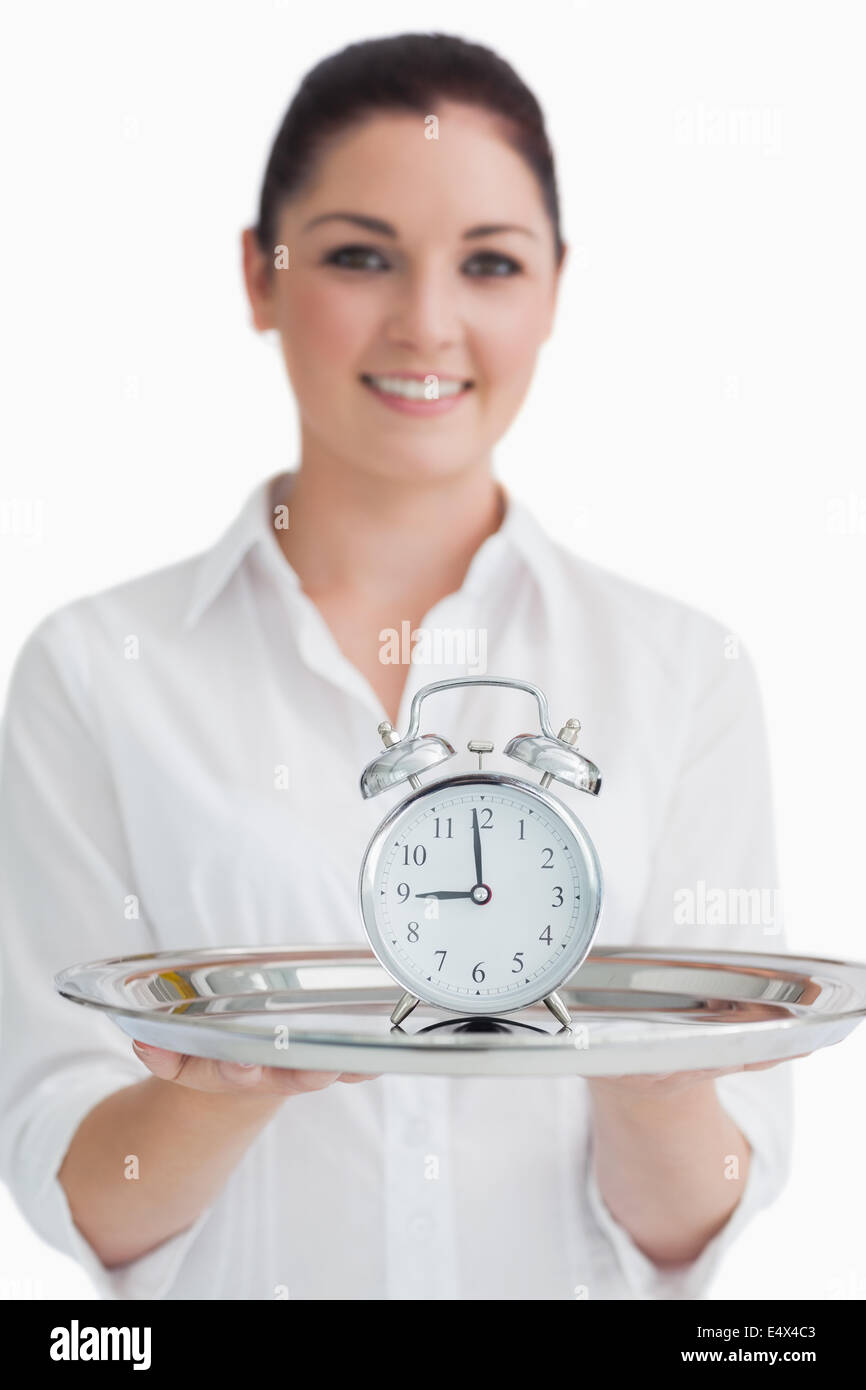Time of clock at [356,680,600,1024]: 8:59
